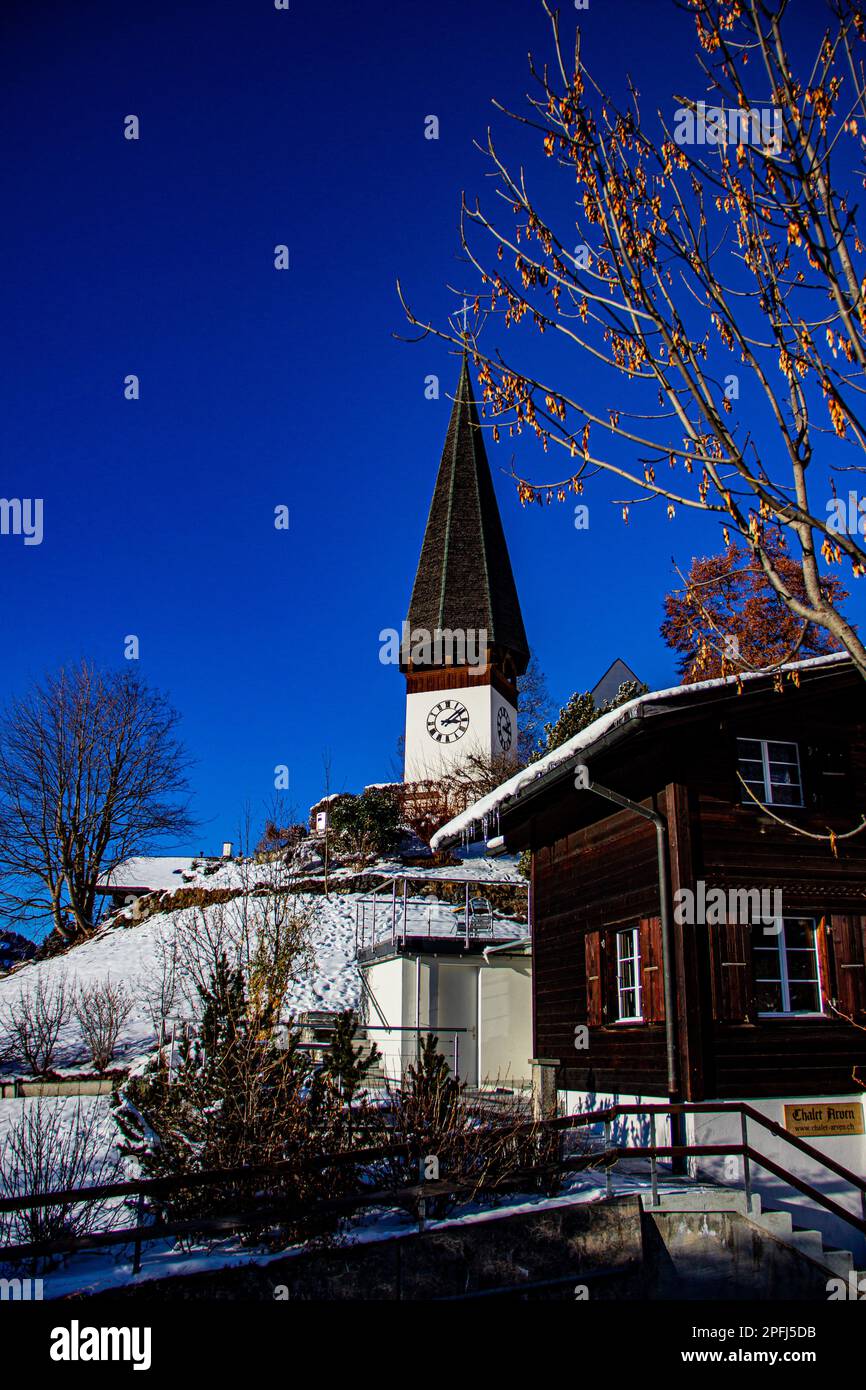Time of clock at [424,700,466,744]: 3:08
